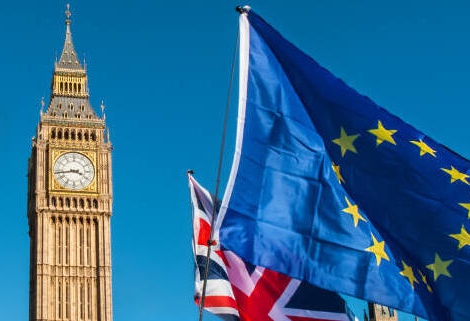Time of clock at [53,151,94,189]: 3:43
